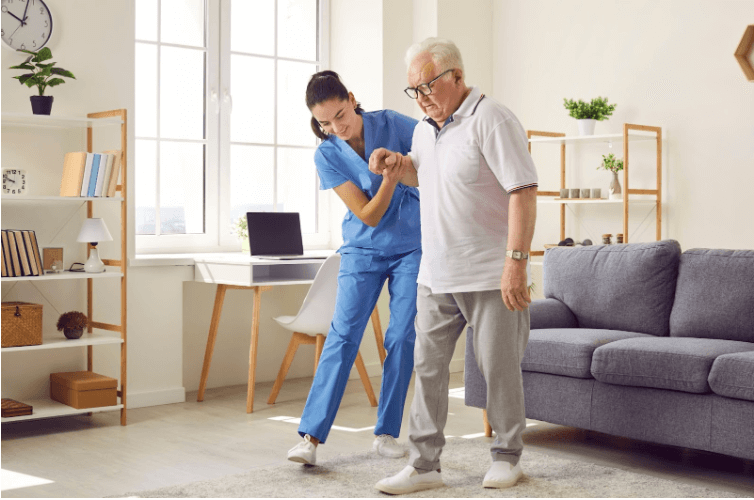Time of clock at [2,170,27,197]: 9:48
